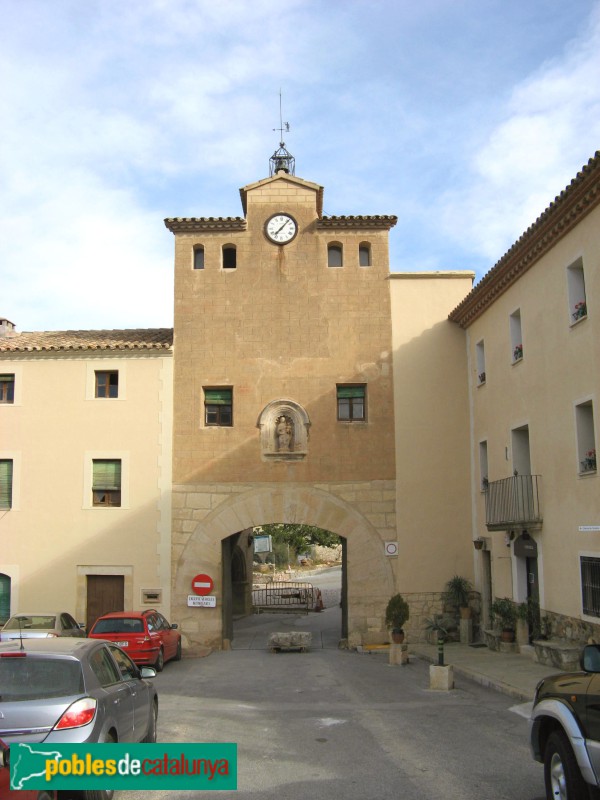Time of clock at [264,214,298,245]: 7:06
